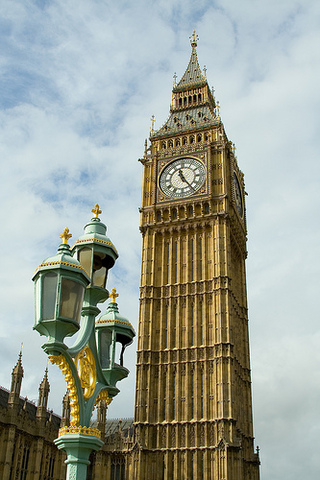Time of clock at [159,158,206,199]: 11:24
